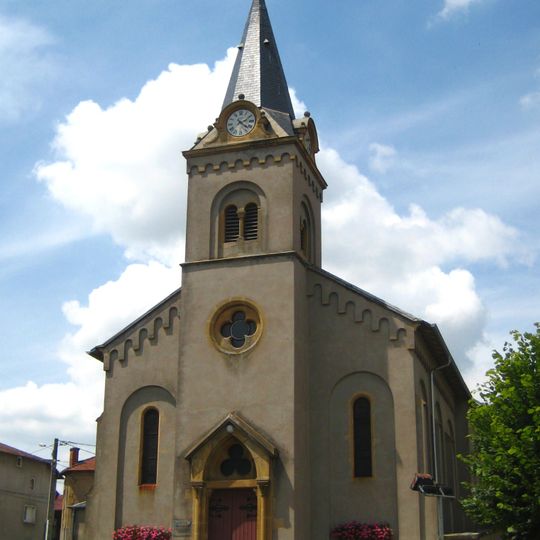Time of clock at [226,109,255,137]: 2:22
